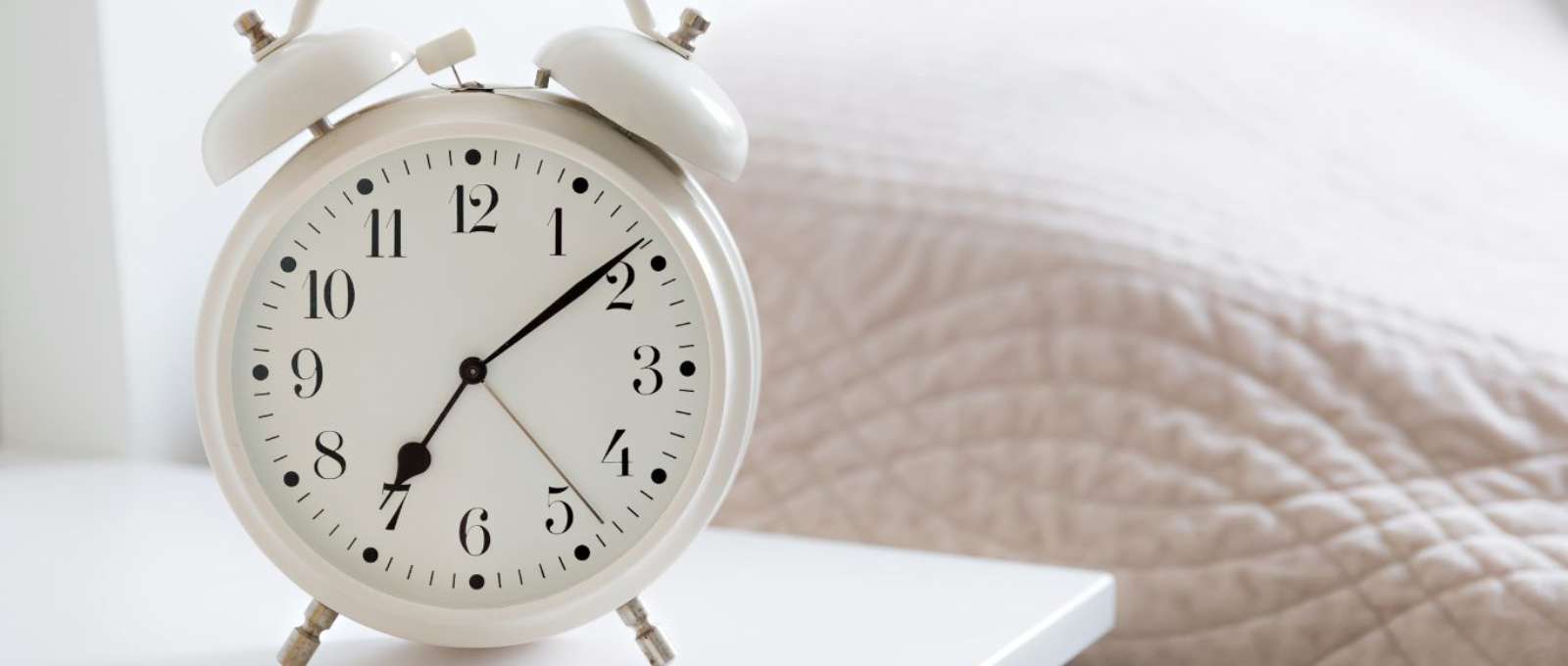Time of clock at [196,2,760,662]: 7:08
